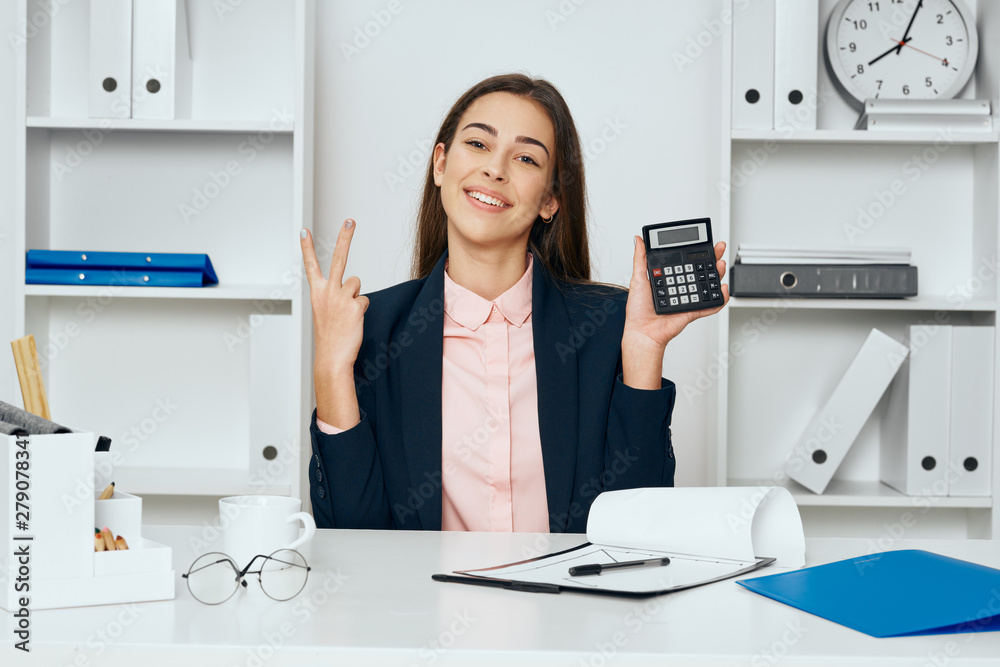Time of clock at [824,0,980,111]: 8:04
